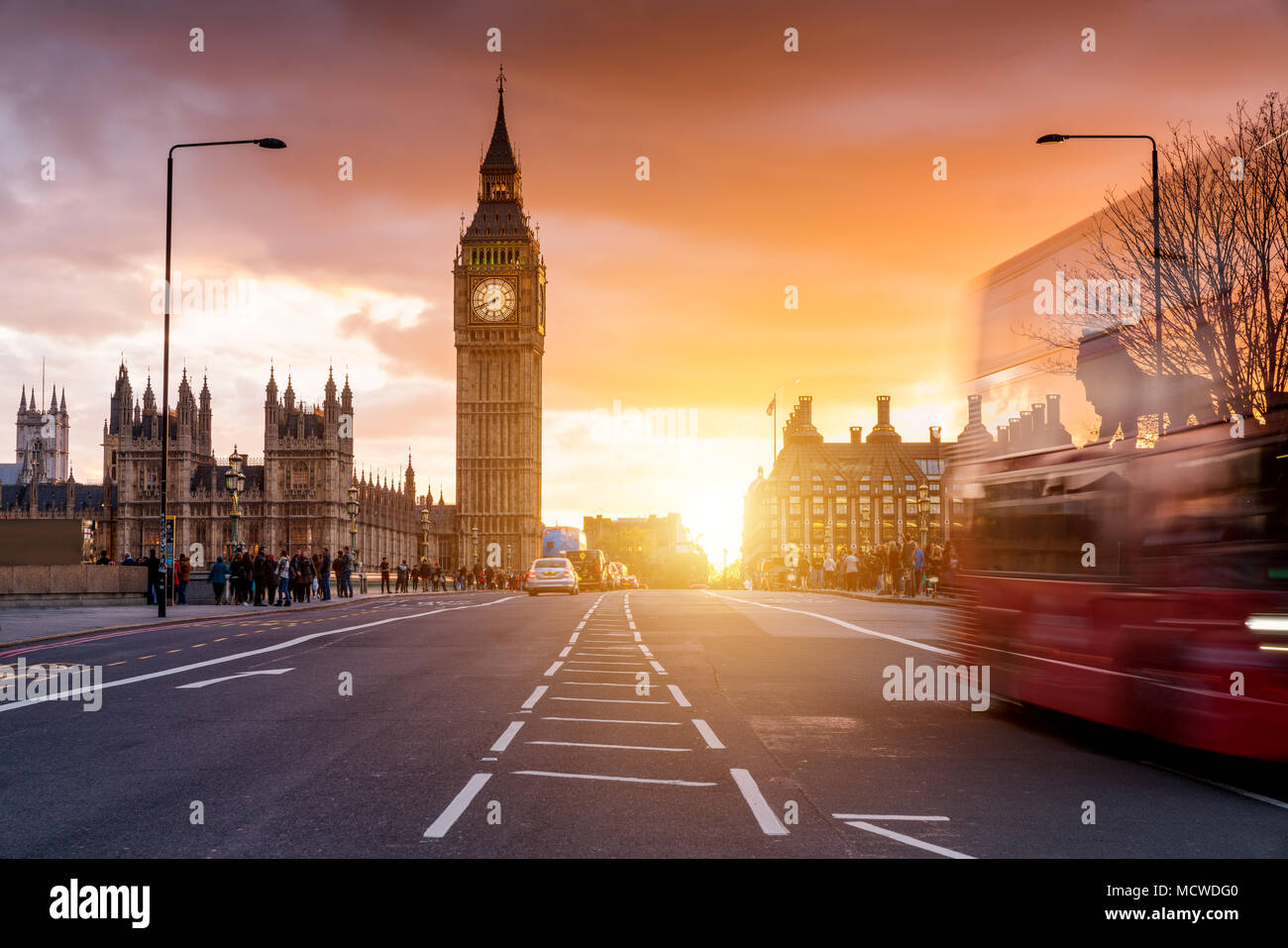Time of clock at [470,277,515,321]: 7:41
